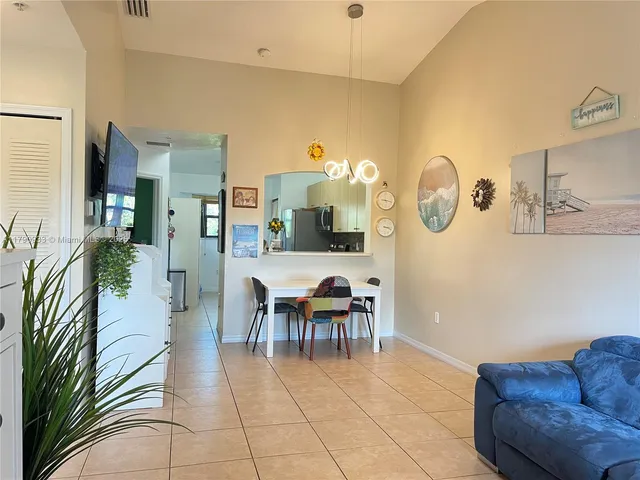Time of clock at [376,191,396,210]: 9:17
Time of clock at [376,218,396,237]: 3:18
